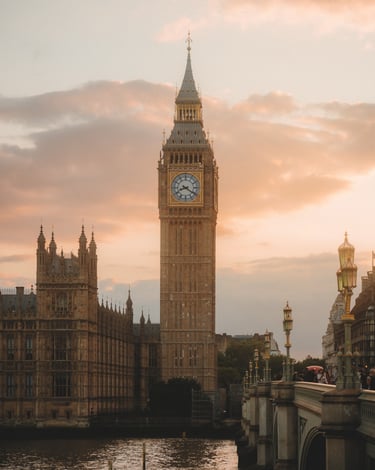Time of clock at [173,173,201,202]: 8:20
